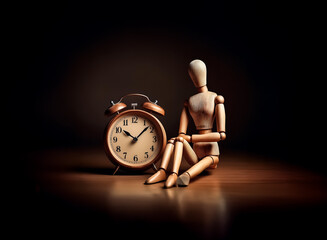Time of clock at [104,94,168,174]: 10:07
